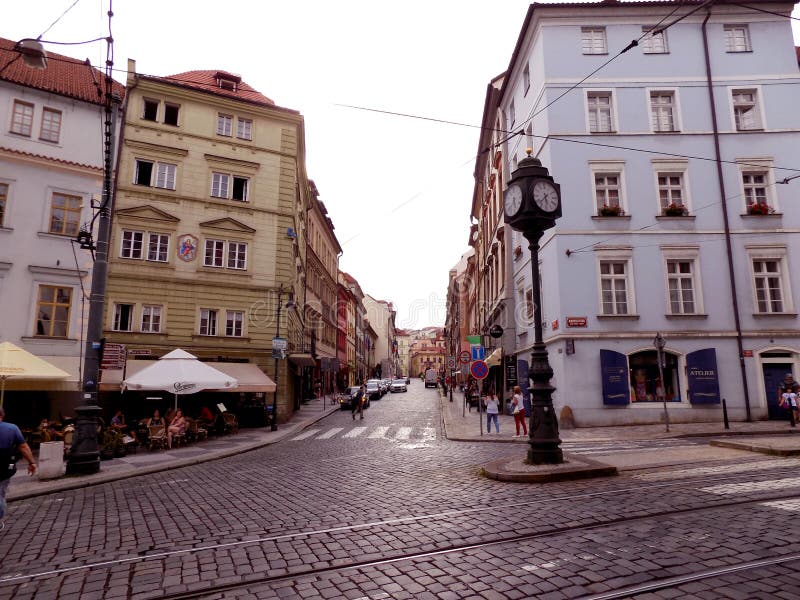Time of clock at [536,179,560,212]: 5:37
